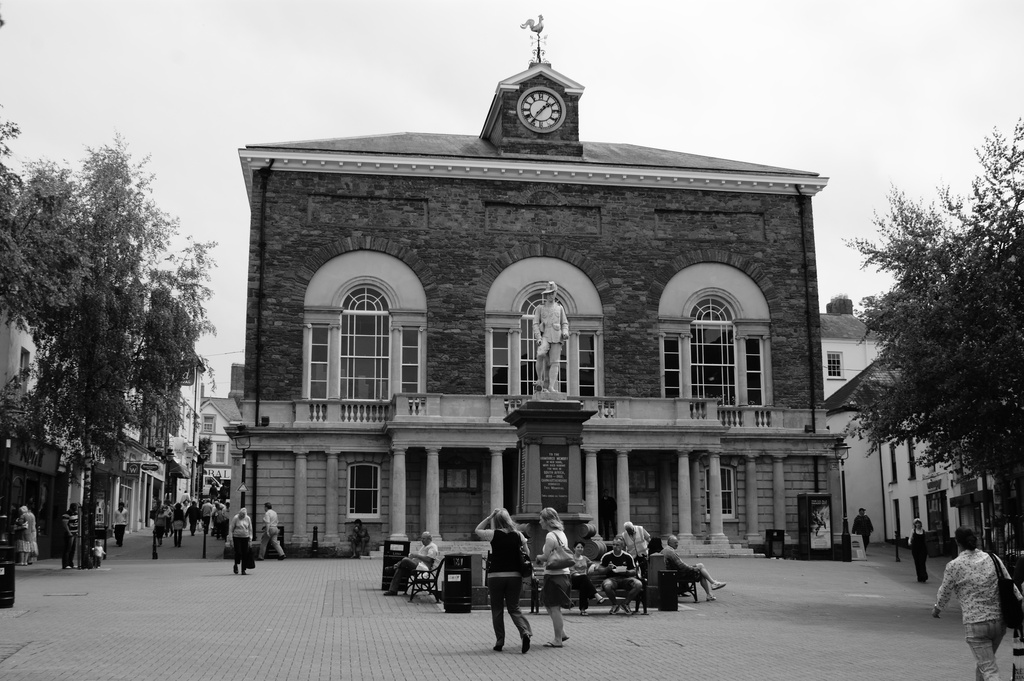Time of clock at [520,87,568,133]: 1:36
